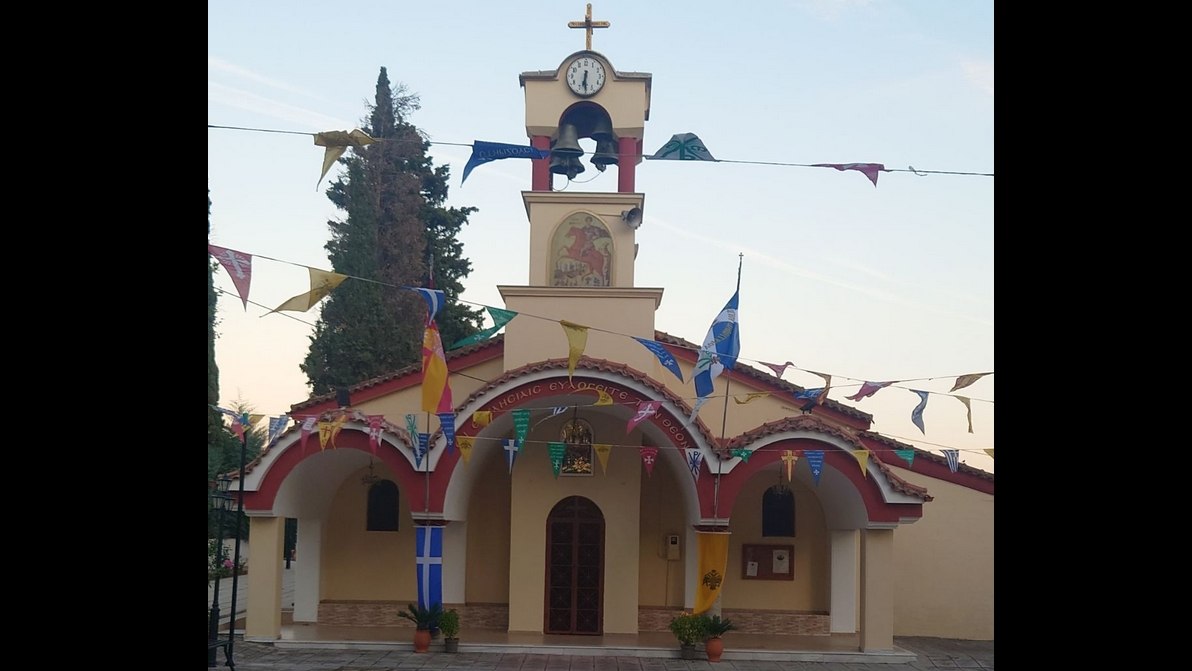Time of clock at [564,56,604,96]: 6:29
